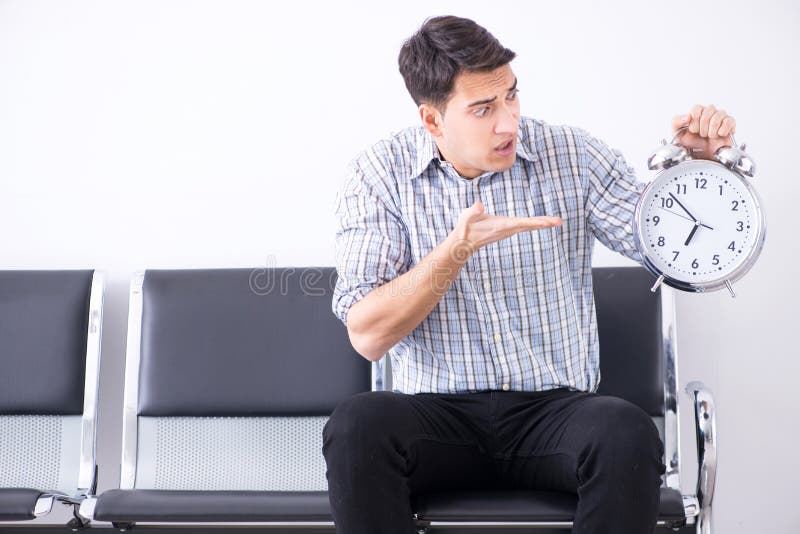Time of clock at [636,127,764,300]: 6:52
